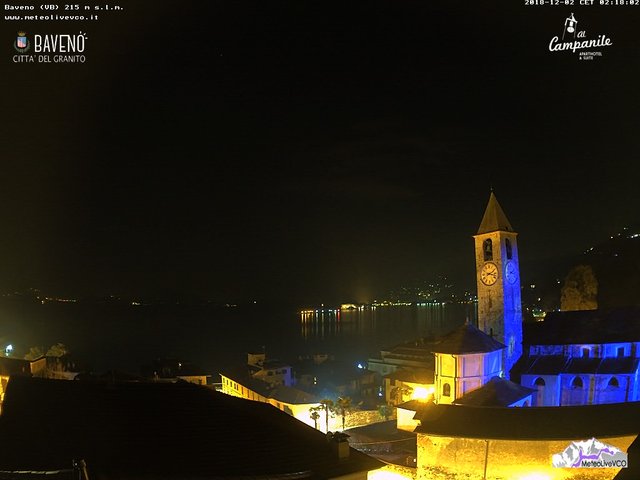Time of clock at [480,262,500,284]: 2:17
